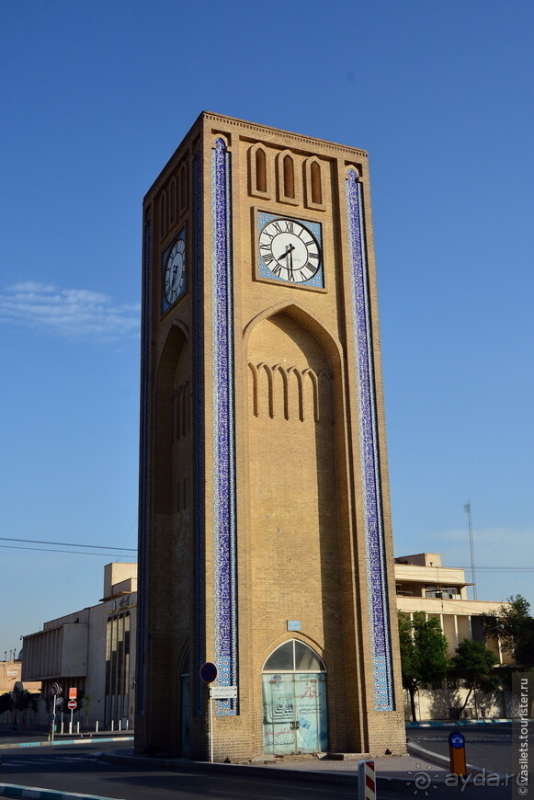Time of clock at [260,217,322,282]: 7:29
